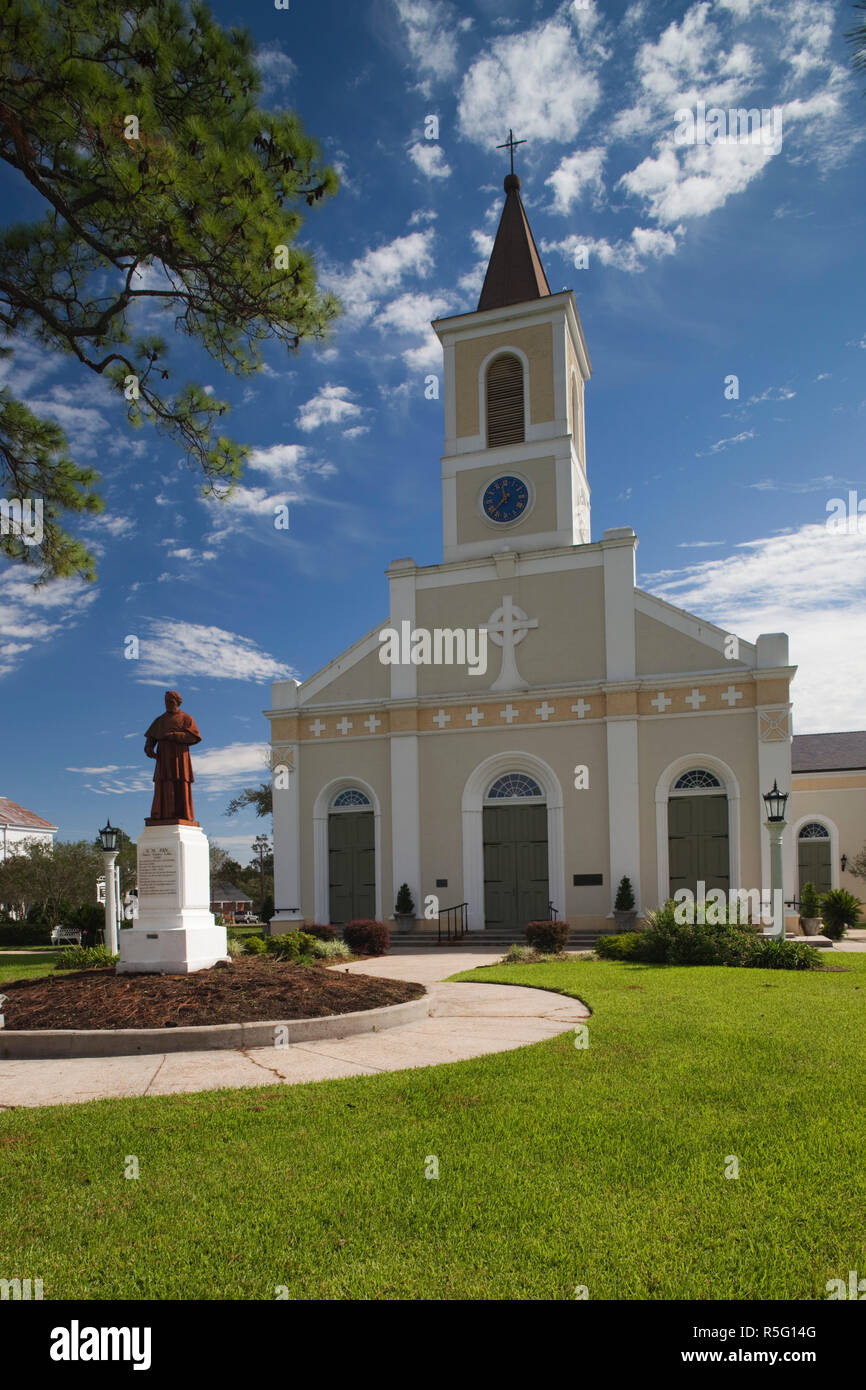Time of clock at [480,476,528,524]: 11:37
